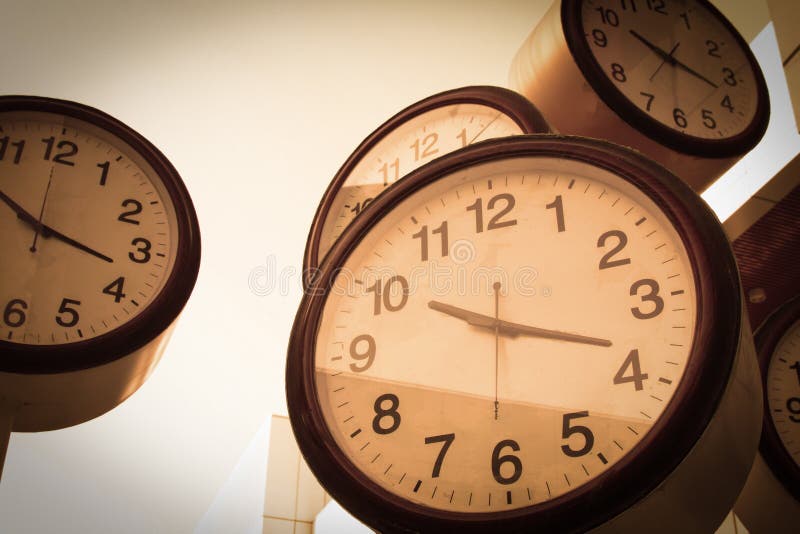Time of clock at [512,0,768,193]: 10:18
